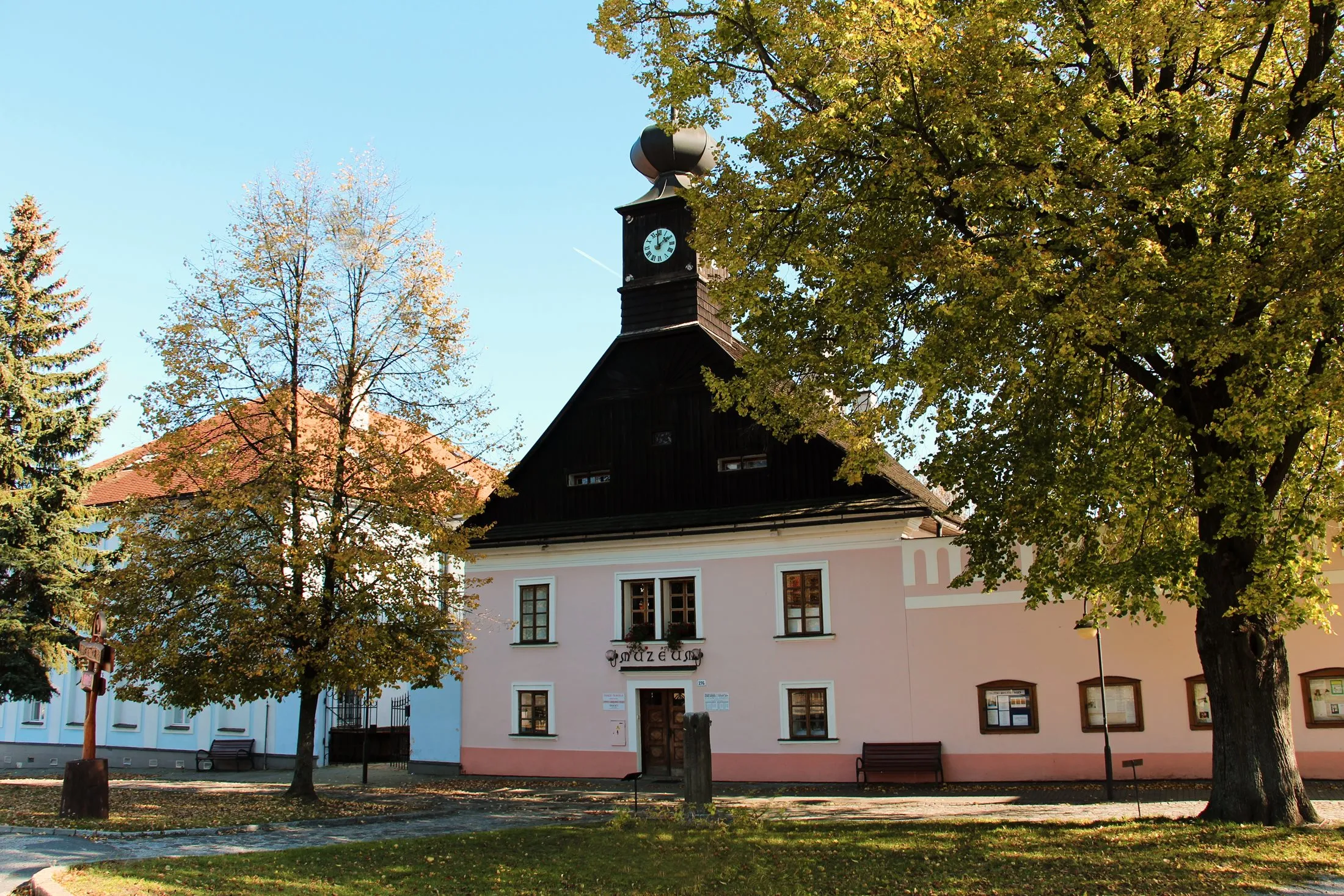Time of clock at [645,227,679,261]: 1:59
